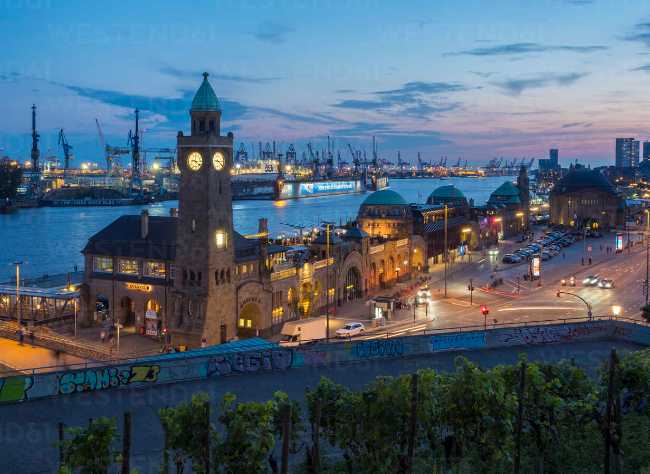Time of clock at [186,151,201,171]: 9:22
